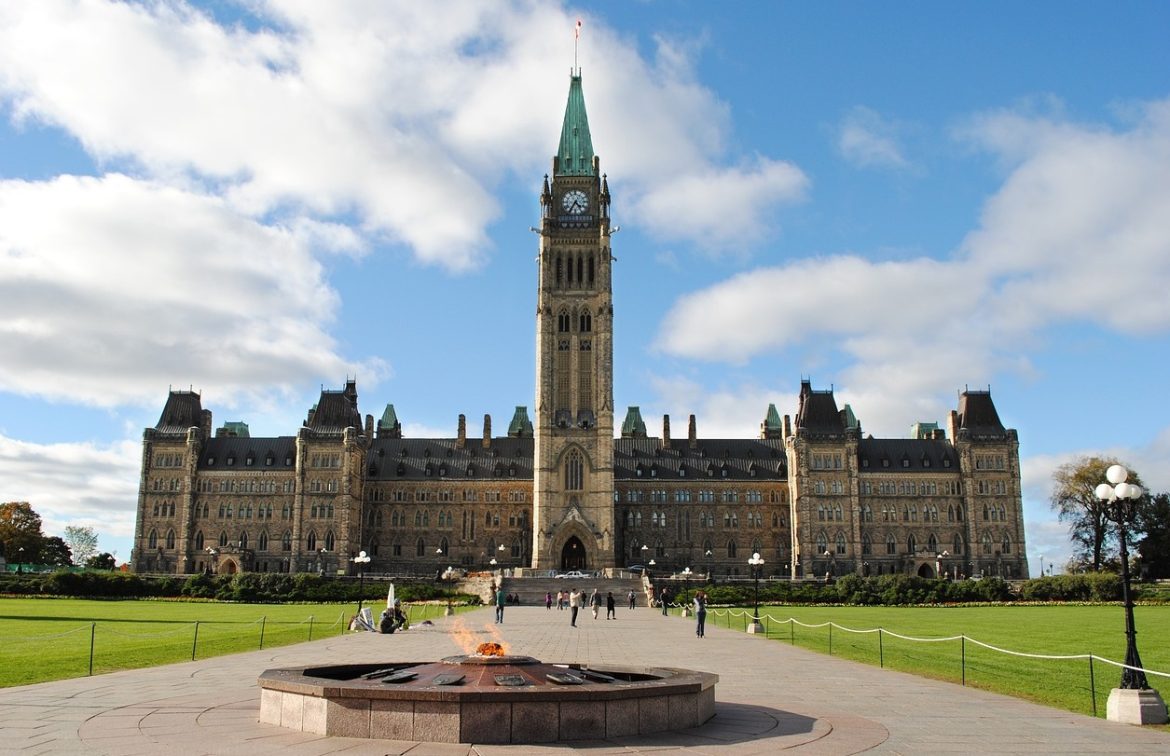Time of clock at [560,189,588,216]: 4:35
